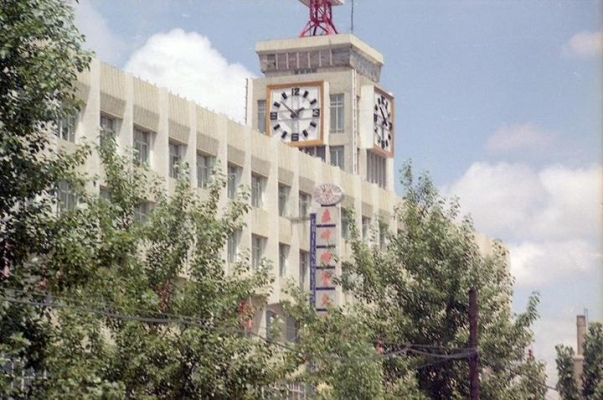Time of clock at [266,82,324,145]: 1:52
